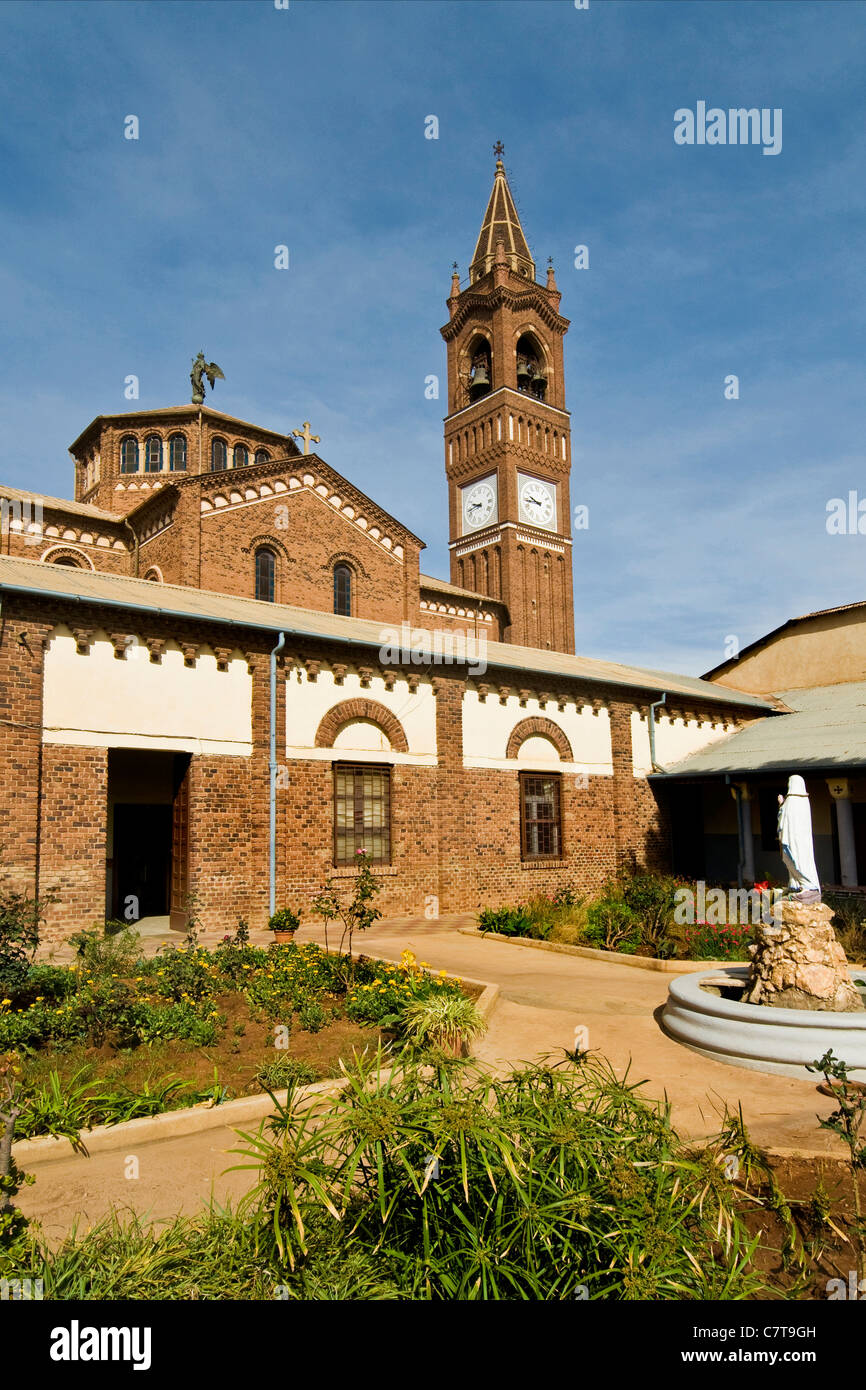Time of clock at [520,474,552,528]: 9:43
